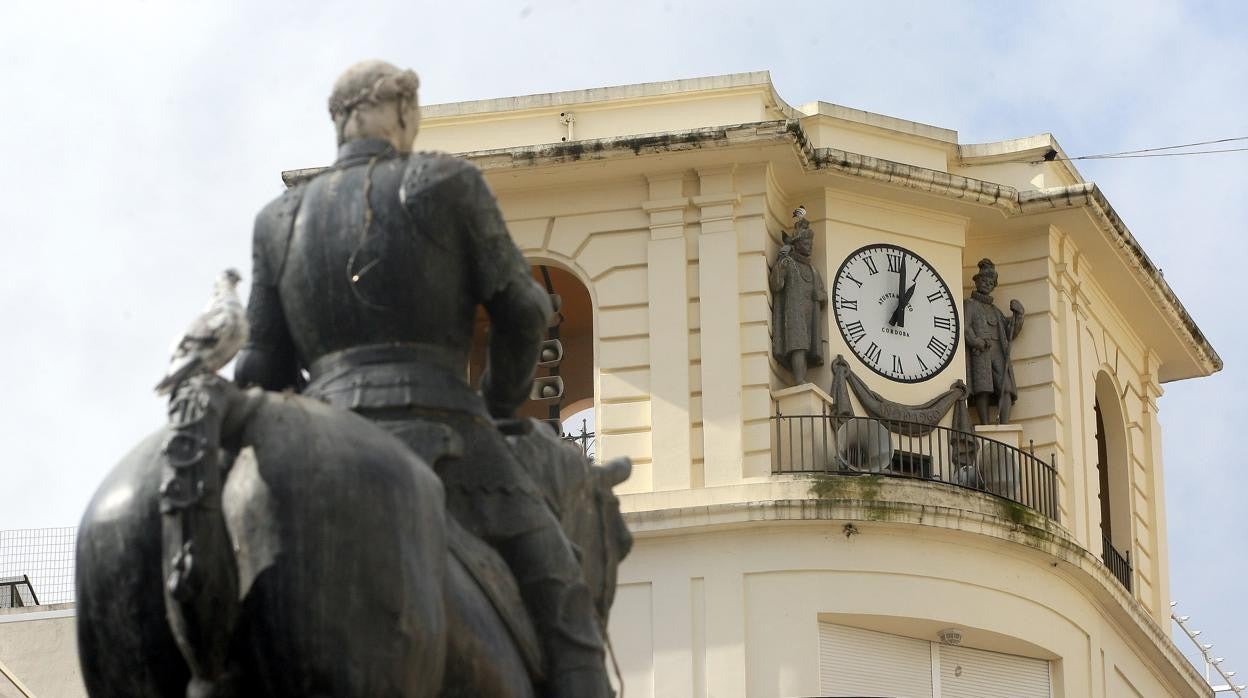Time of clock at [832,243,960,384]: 1:01
